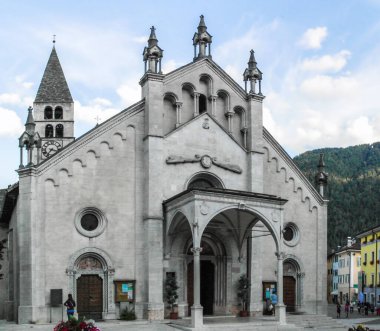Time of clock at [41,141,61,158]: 7:17
